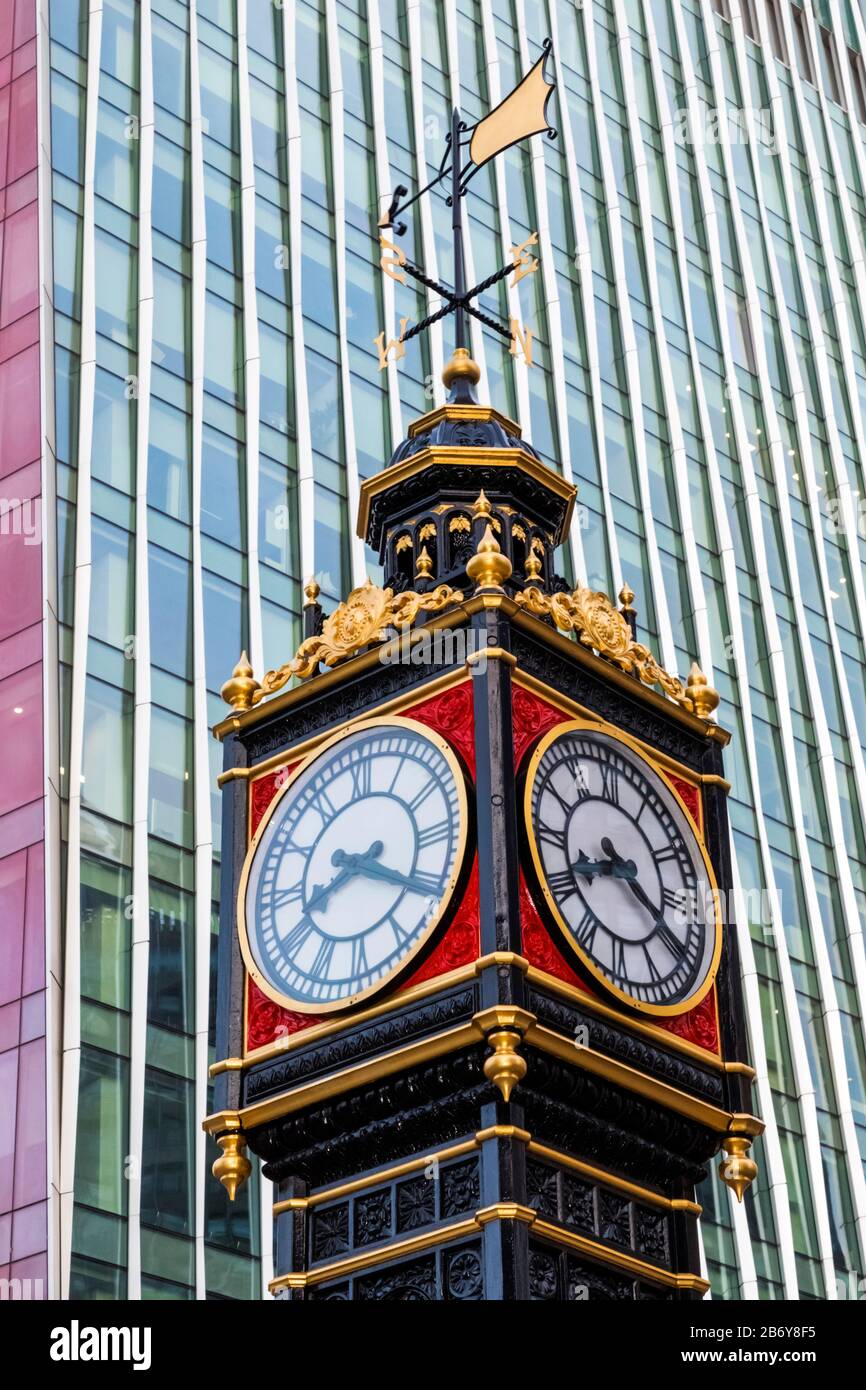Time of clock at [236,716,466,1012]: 8:20
